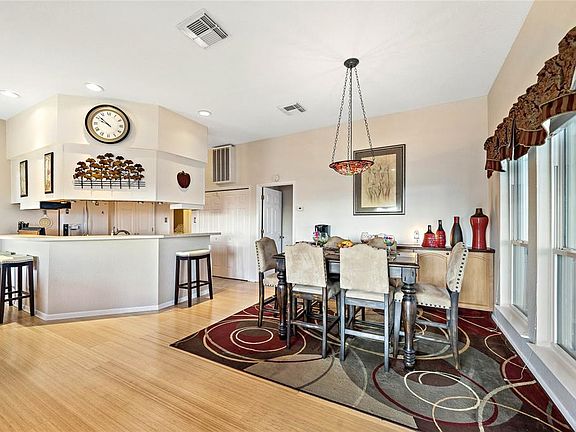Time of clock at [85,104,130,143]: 9:51
